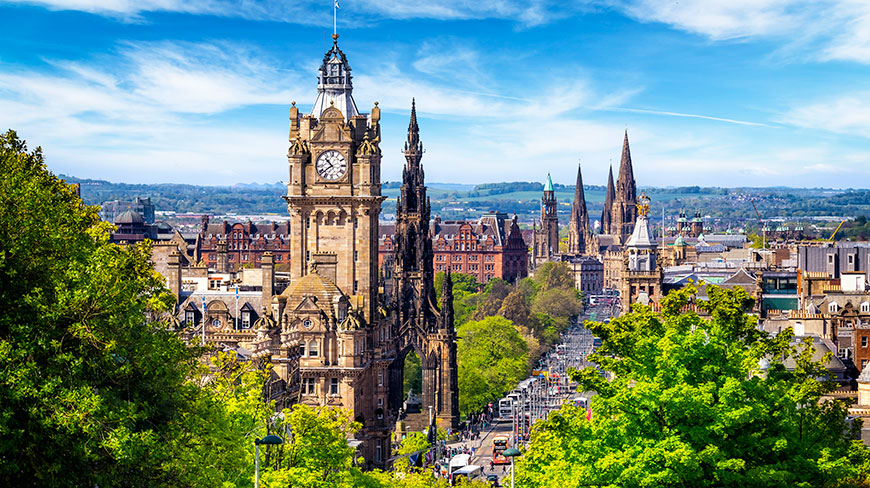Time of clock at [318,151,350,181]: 10:38
